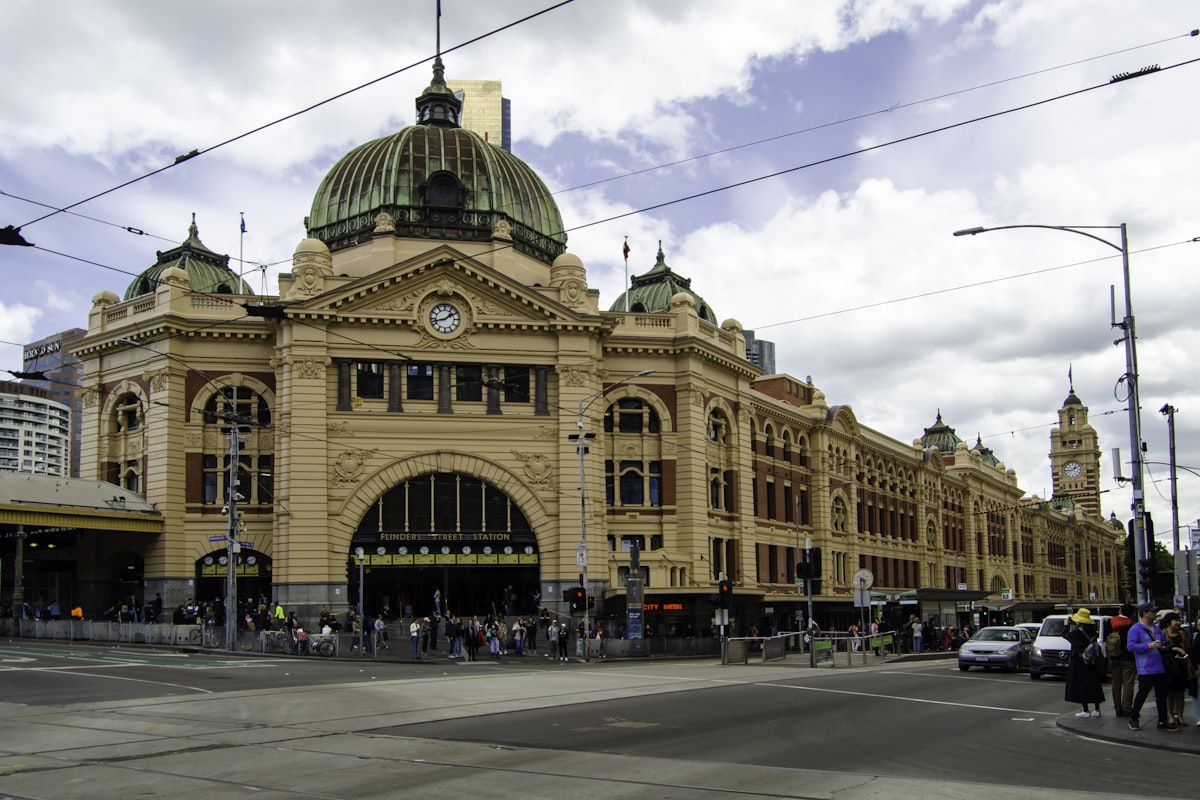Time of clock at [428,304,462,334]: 1:42
